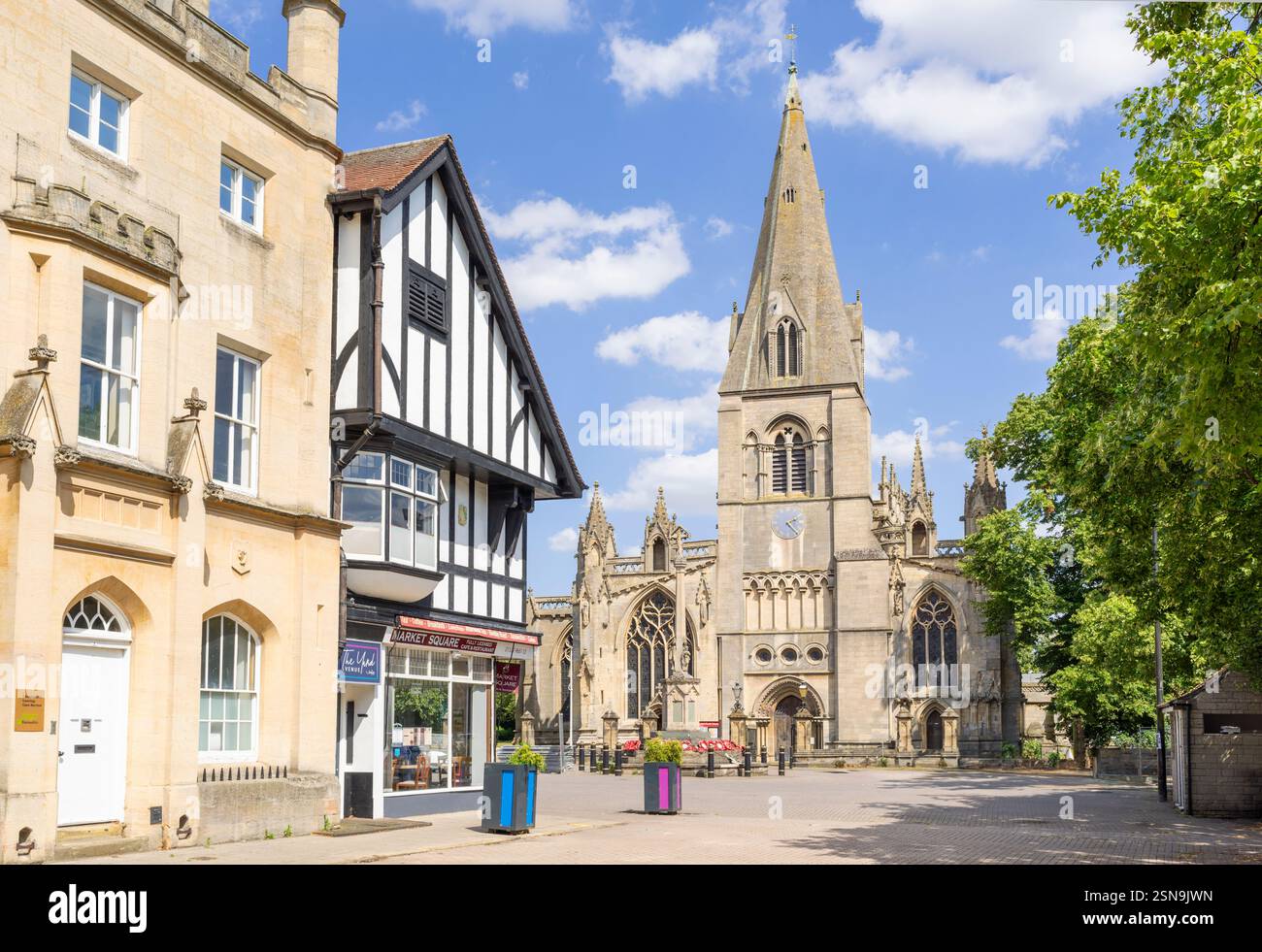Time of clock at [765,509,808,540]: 2:23
